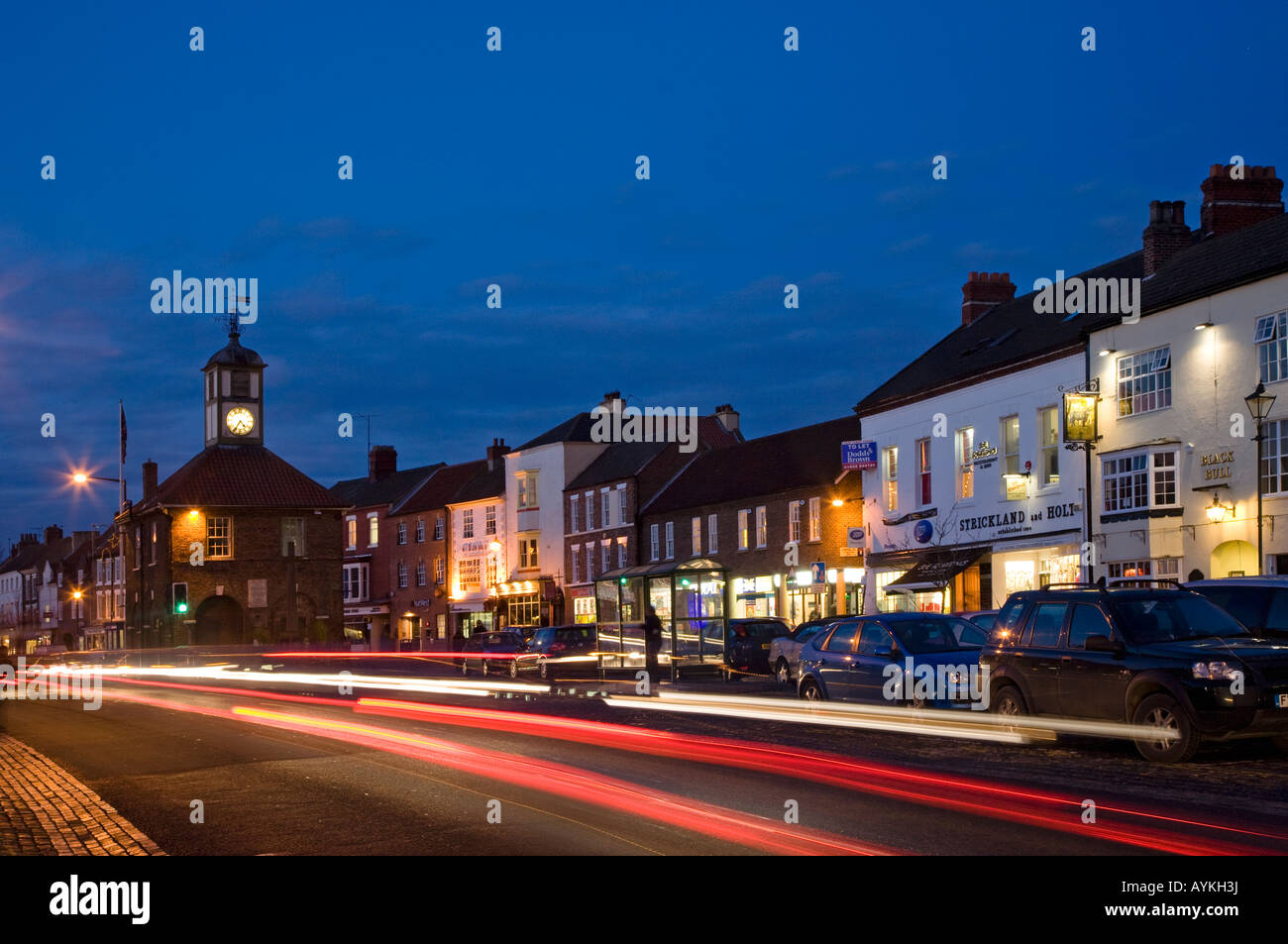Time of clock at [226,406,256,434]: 4:35
